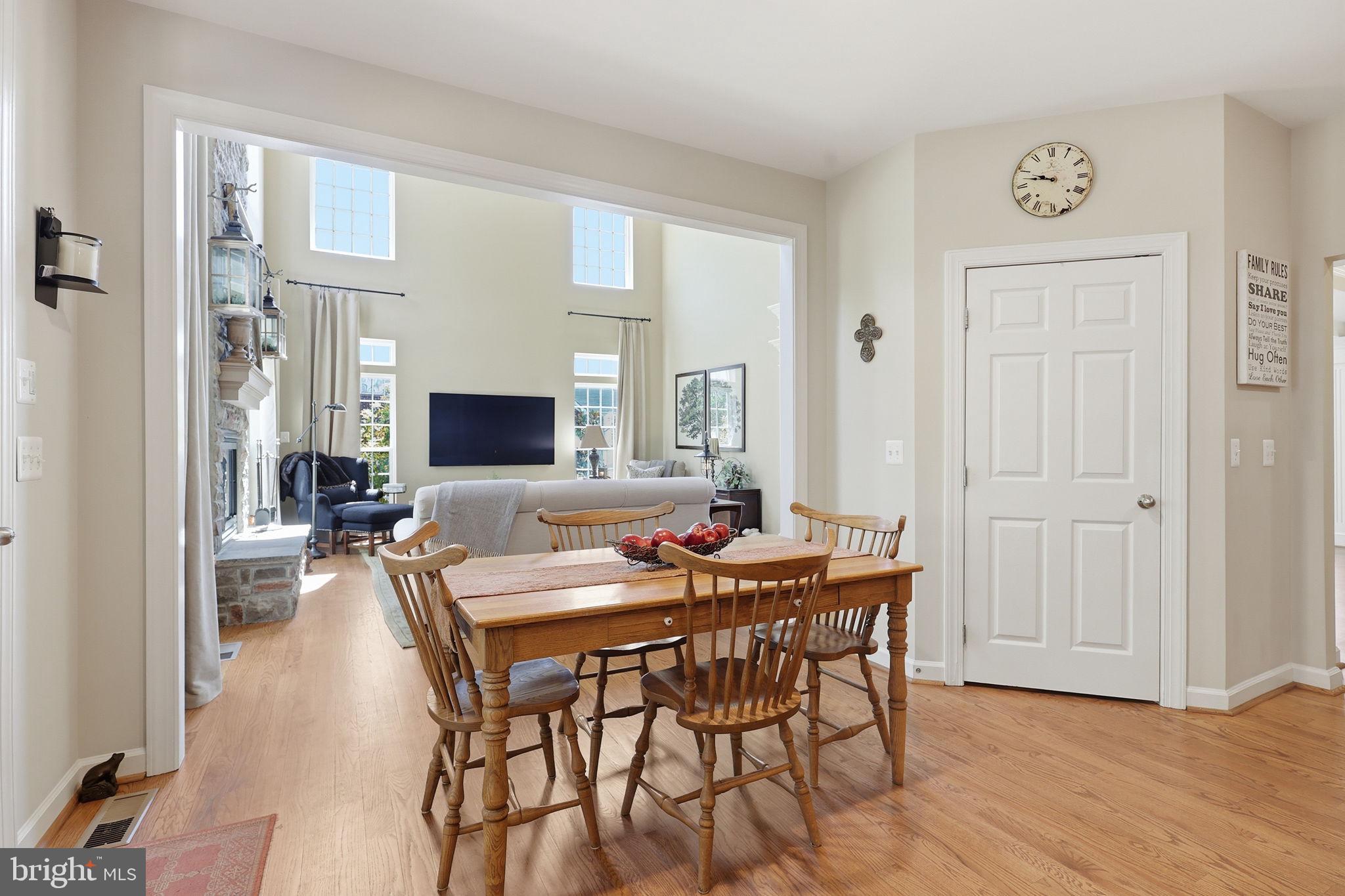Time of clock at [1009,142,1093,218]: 9:47
